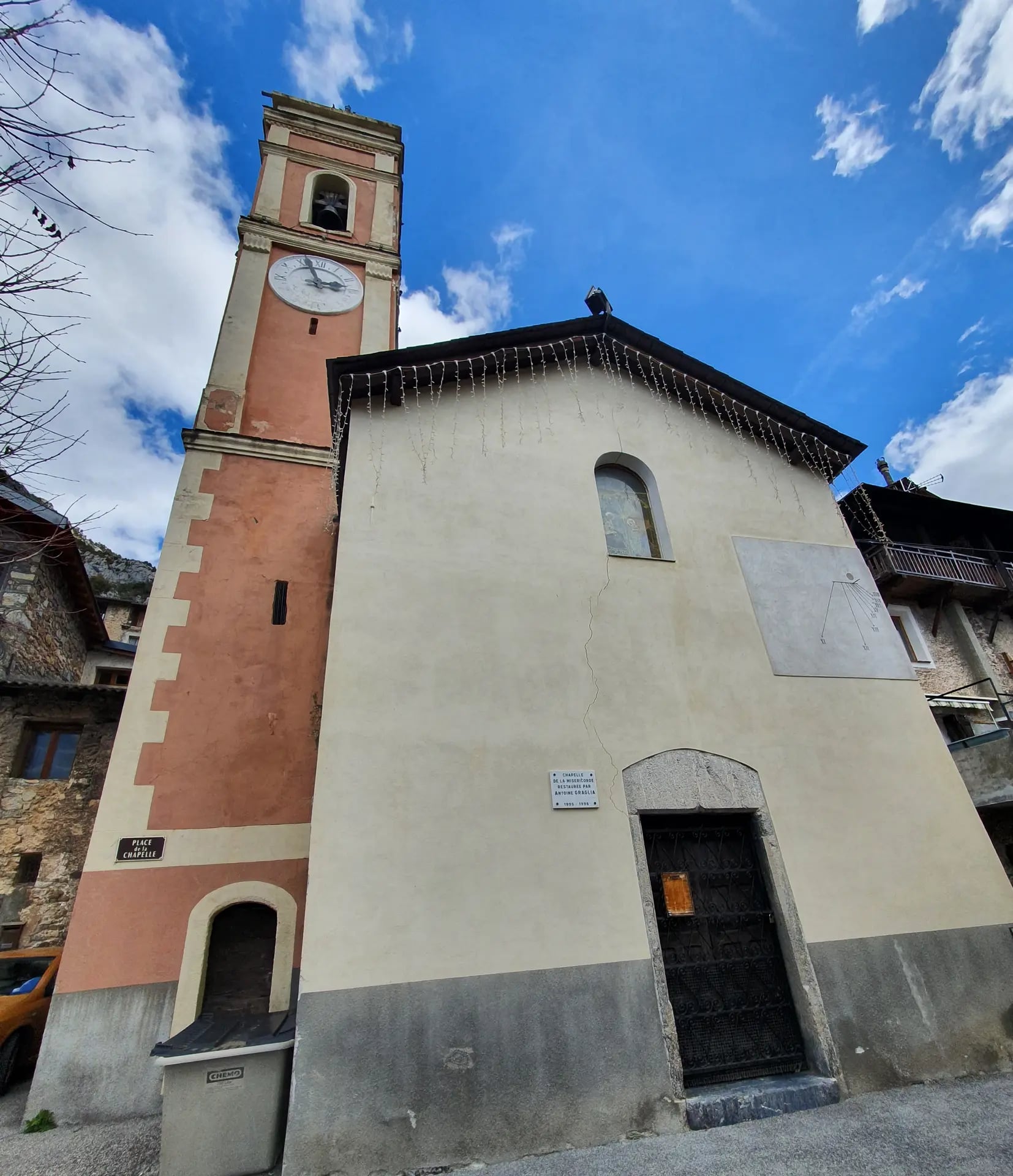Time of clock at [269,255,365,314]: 2:57
